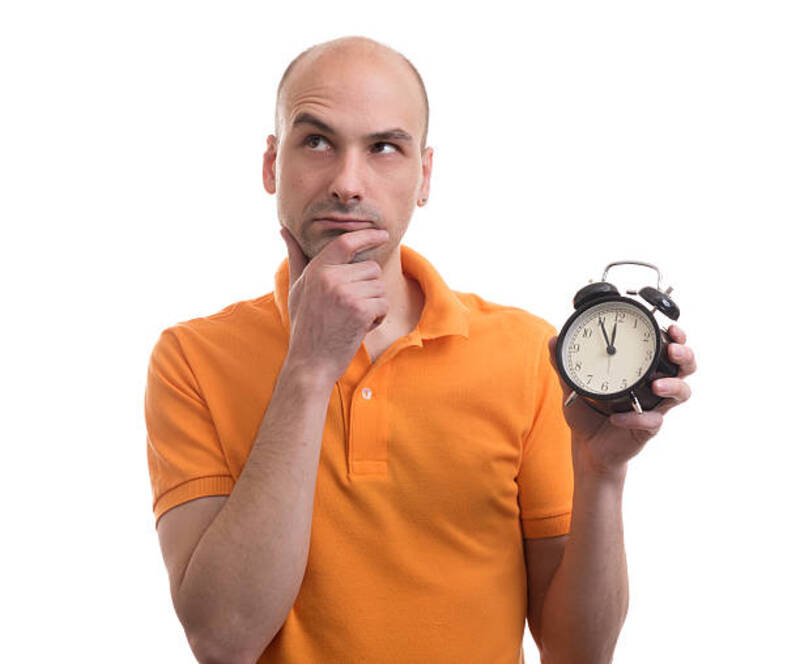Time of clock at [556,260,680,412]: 11:55
